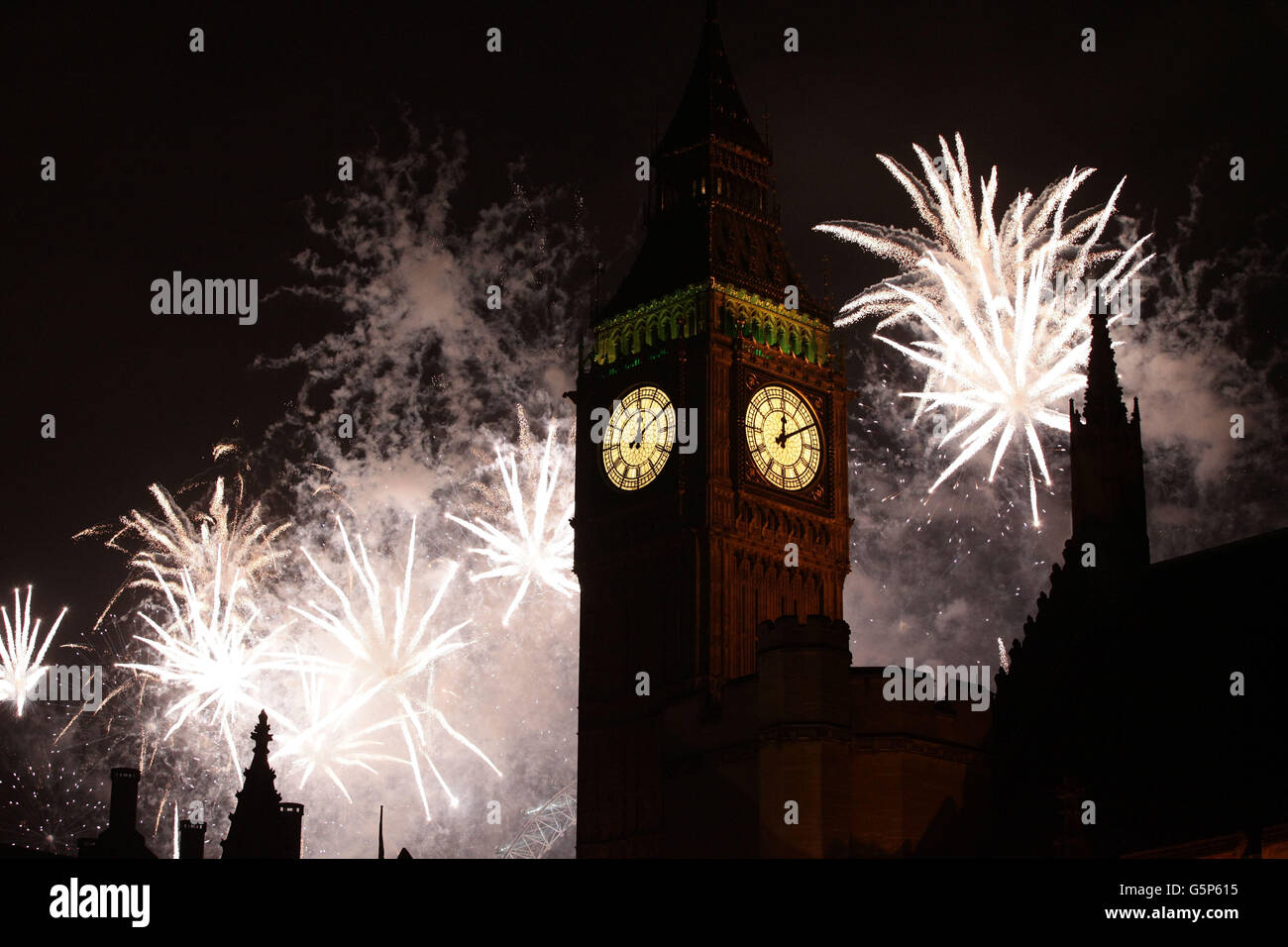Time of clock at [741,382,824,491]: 12:09
